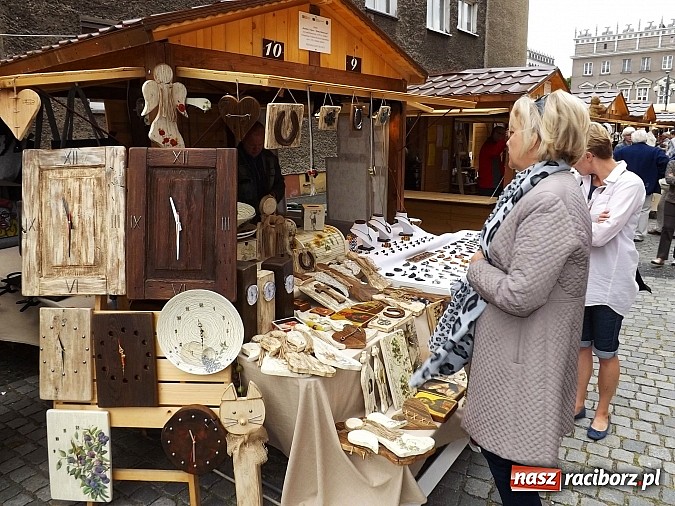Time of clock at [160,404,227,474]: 11:30
